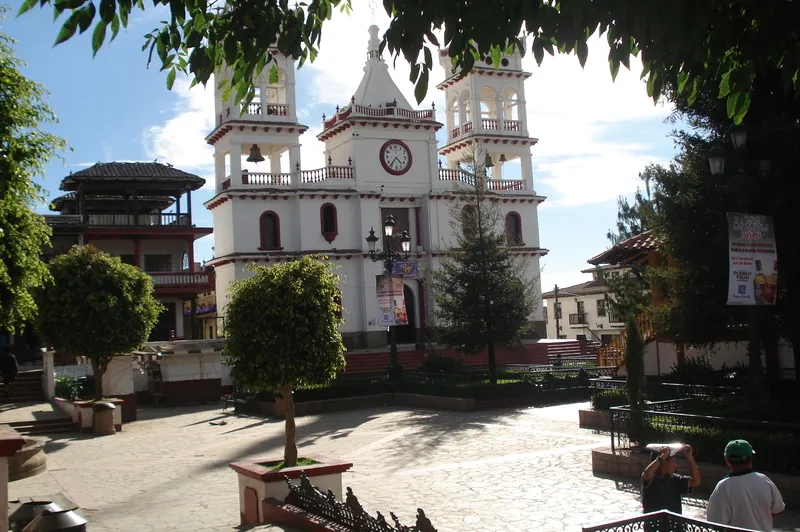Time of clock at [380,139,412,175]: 4:36
